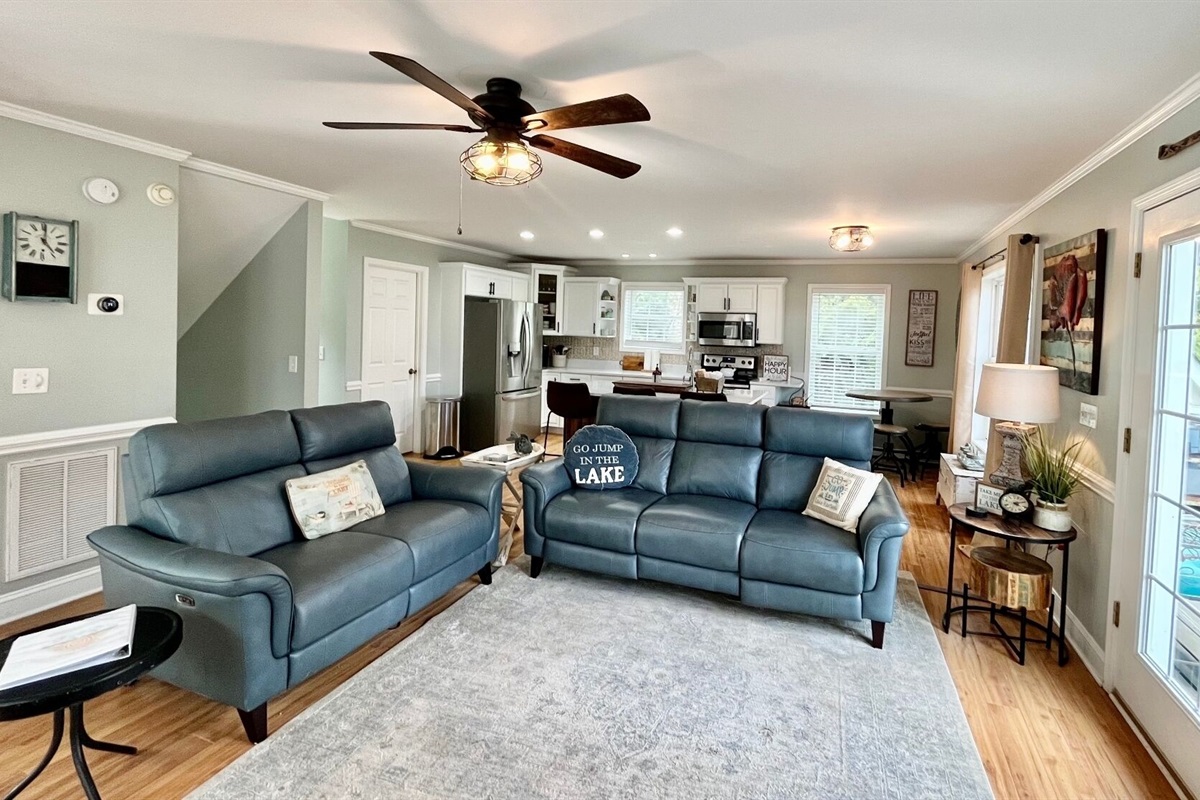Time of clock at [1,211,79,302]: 12:22
